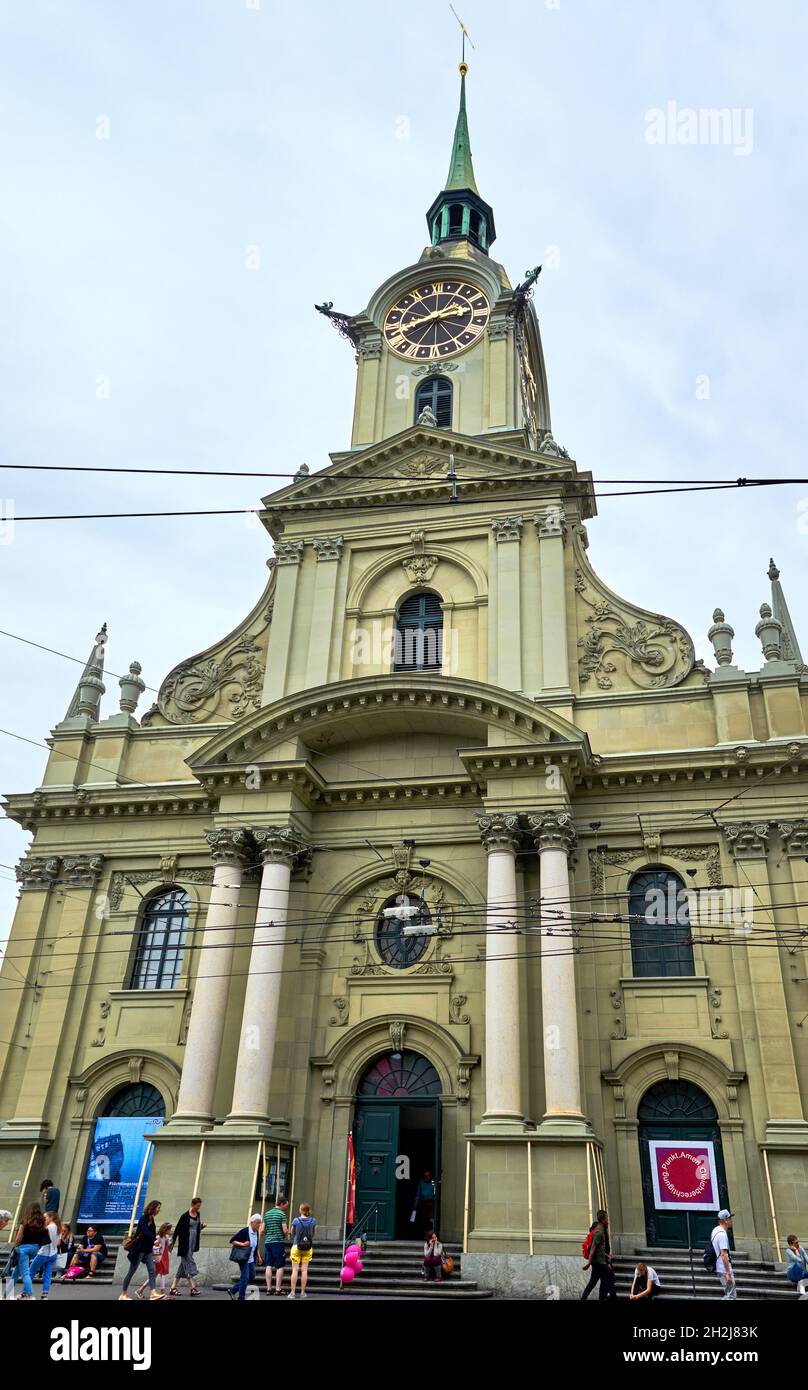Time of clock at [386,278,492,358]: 2:40
